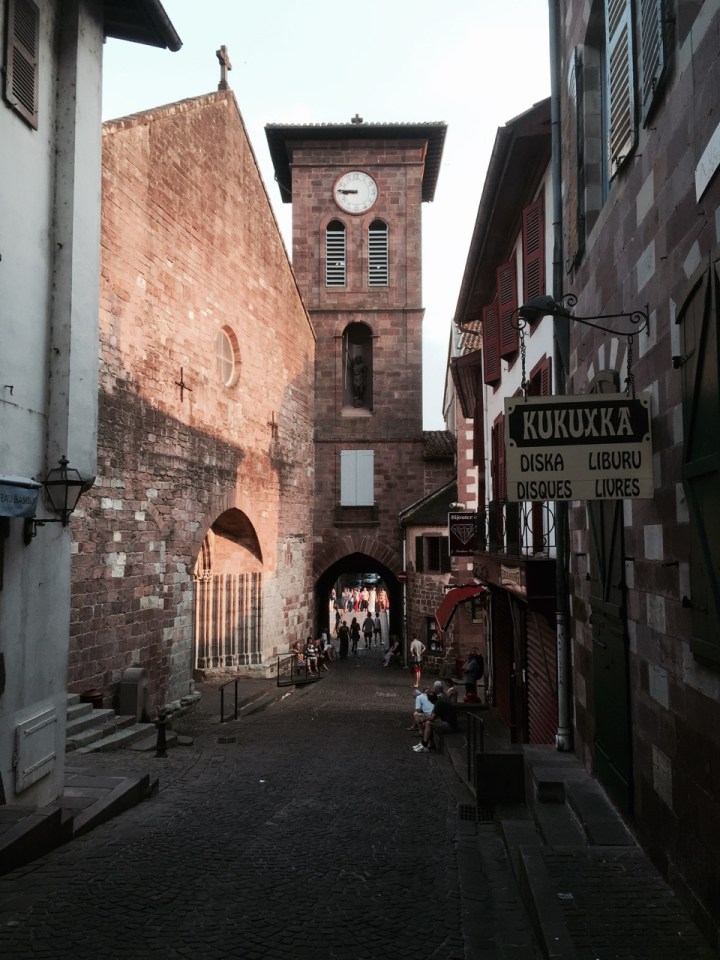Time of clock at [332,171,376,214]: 8:45
